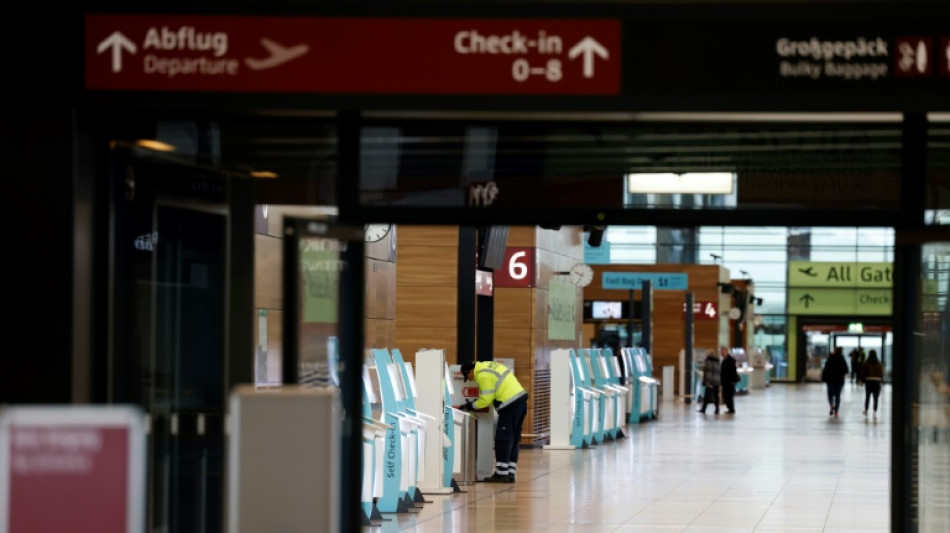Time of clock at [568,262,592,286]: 9:34
